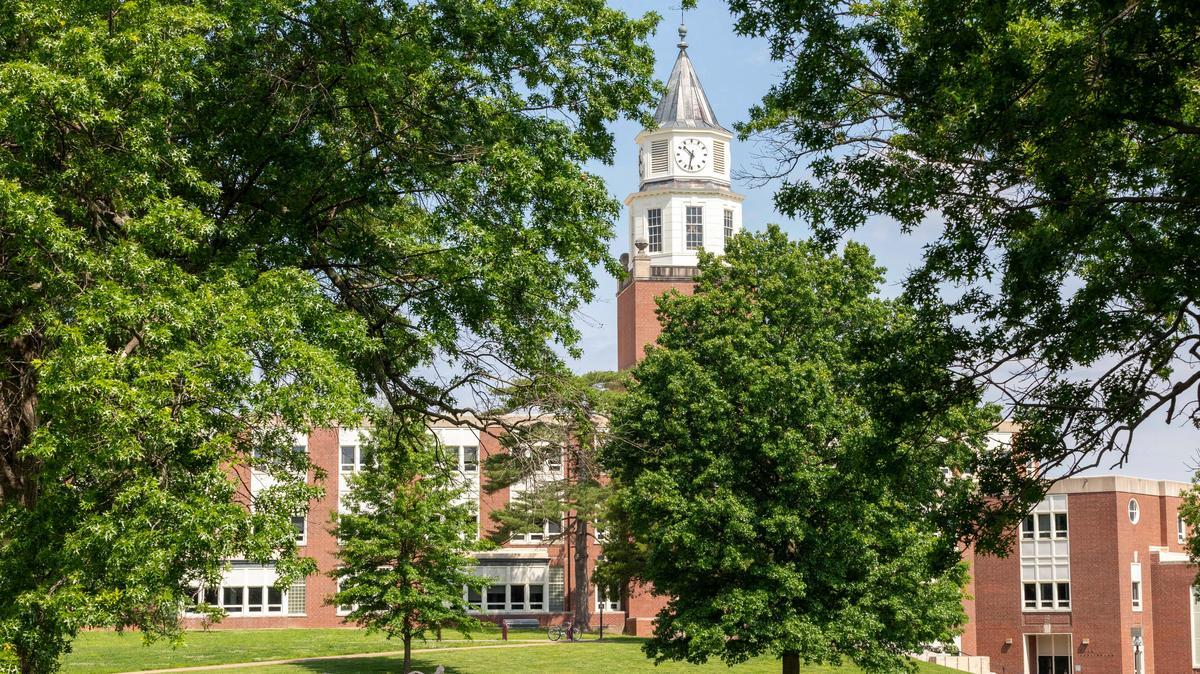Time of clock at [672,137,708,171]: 10:32
